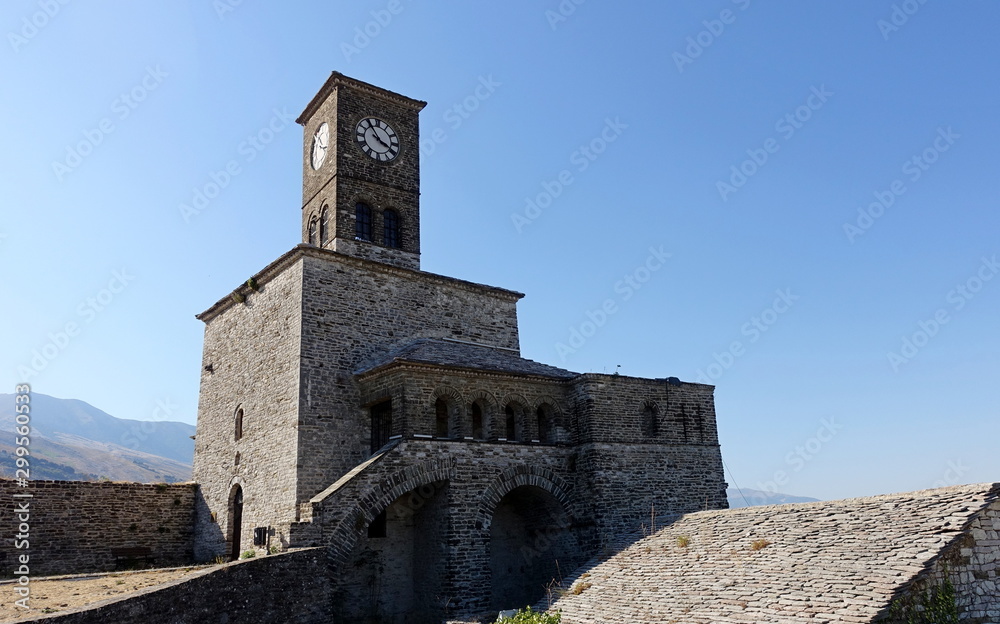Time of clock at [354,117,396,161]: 3:54
